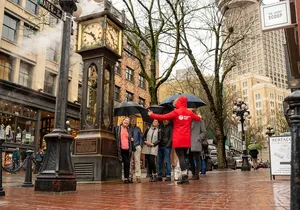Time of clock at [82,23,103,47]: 4:49
